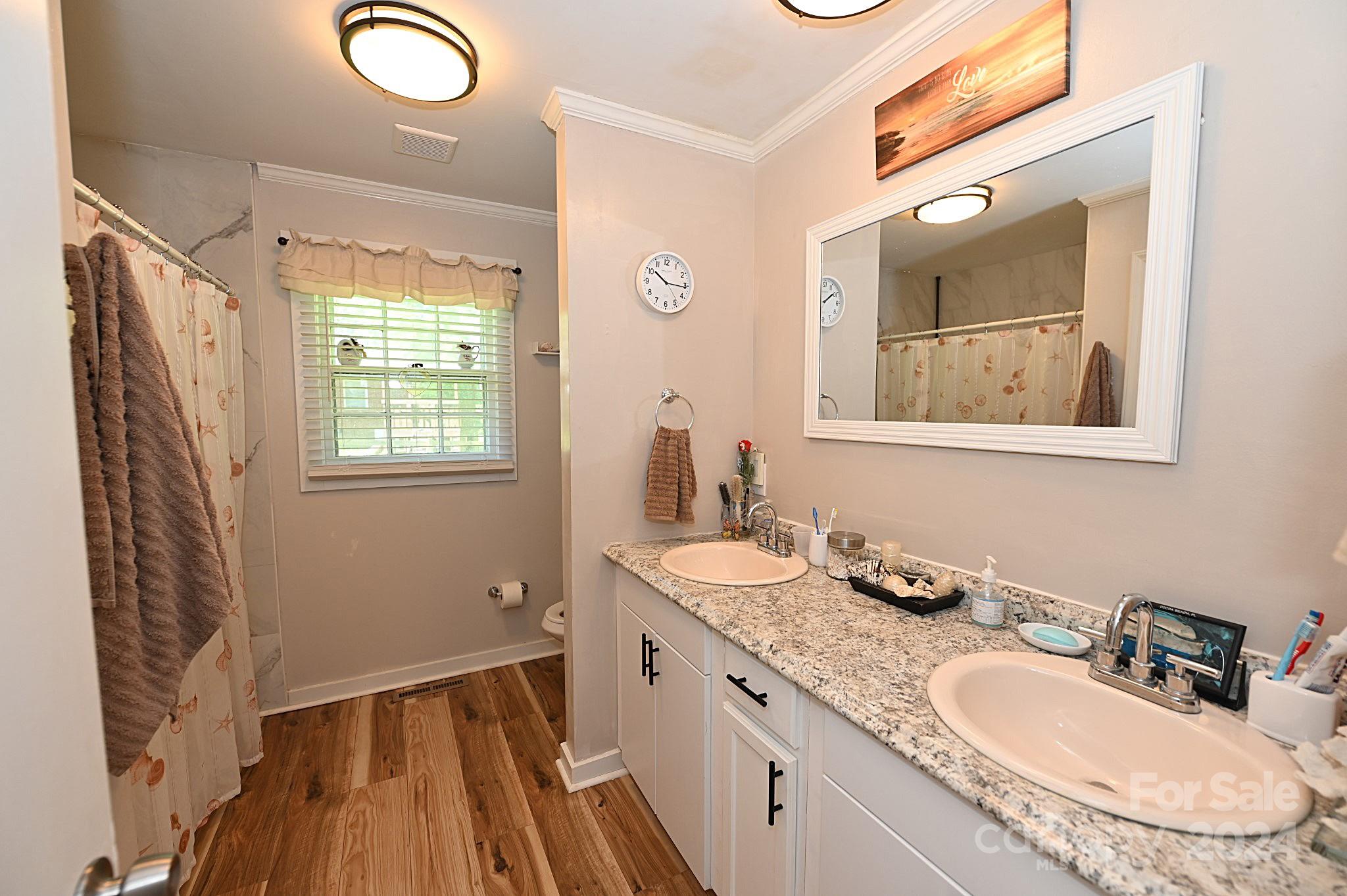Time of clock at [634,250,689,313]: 10:15
